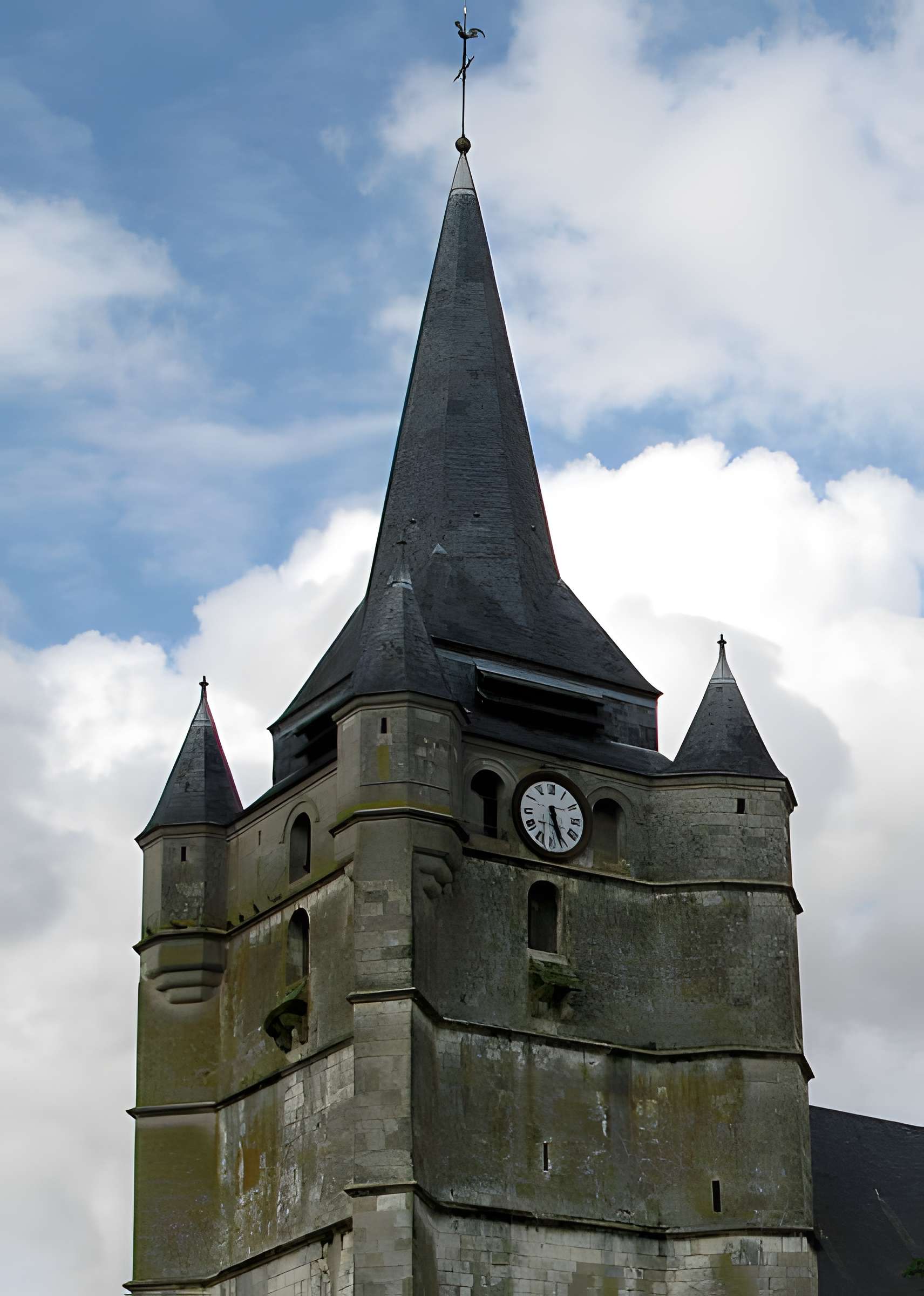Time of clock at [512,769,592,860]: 5:26
